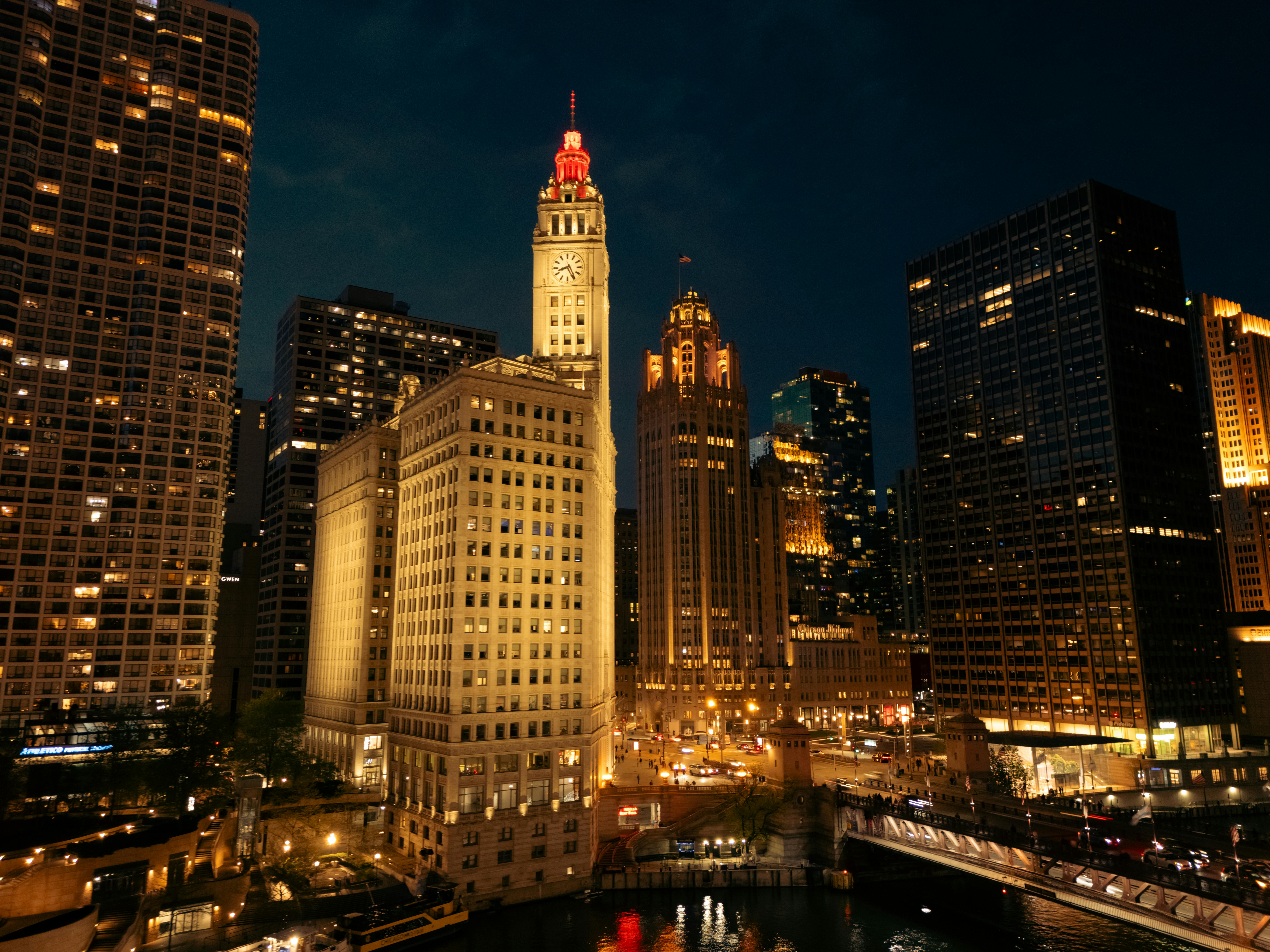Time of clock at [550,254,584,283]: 8:25
